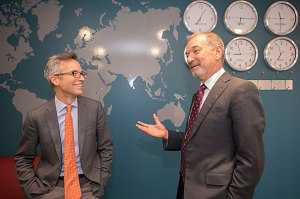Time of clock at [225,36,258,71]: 8:57
